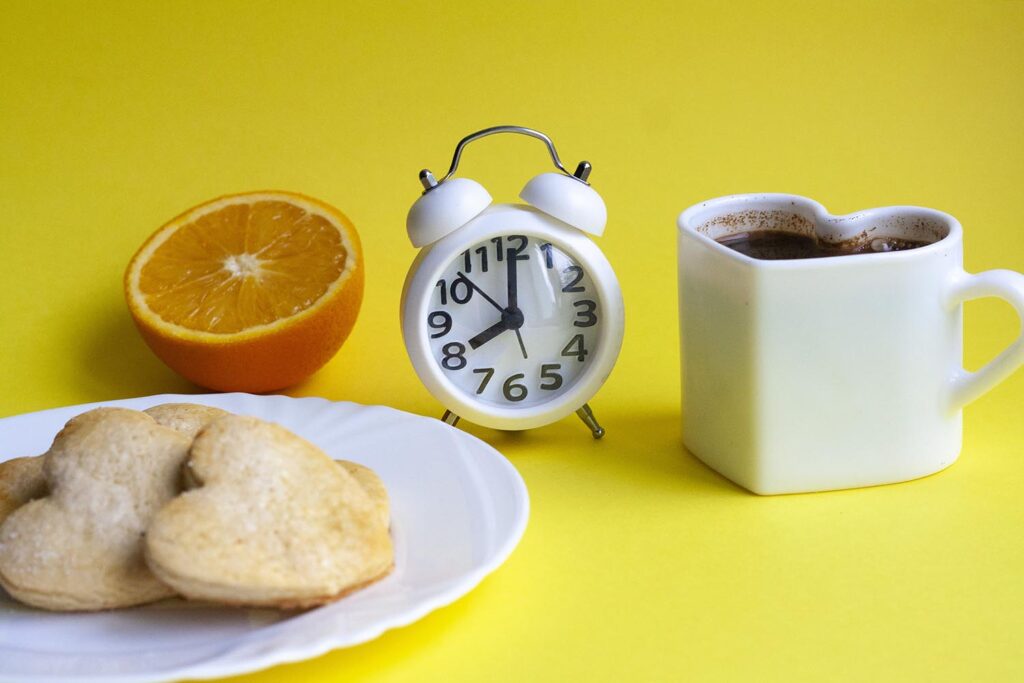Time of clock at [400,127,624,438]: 8:00
